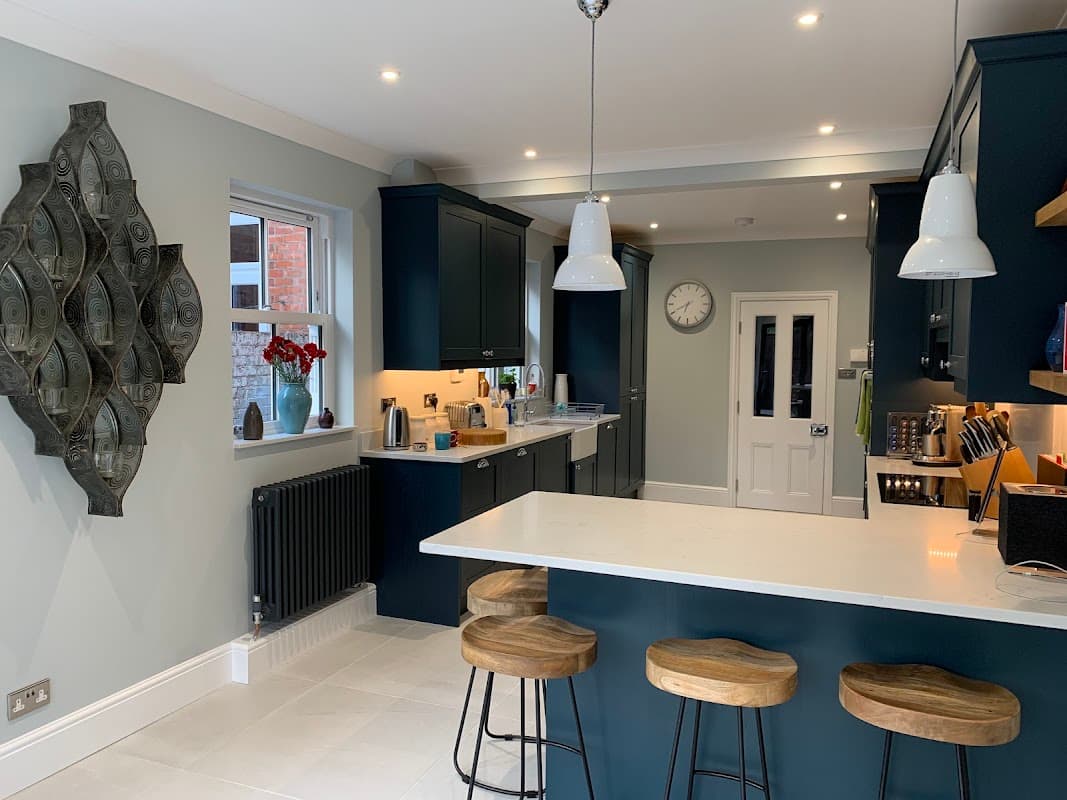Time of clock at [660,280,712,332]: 6:40
